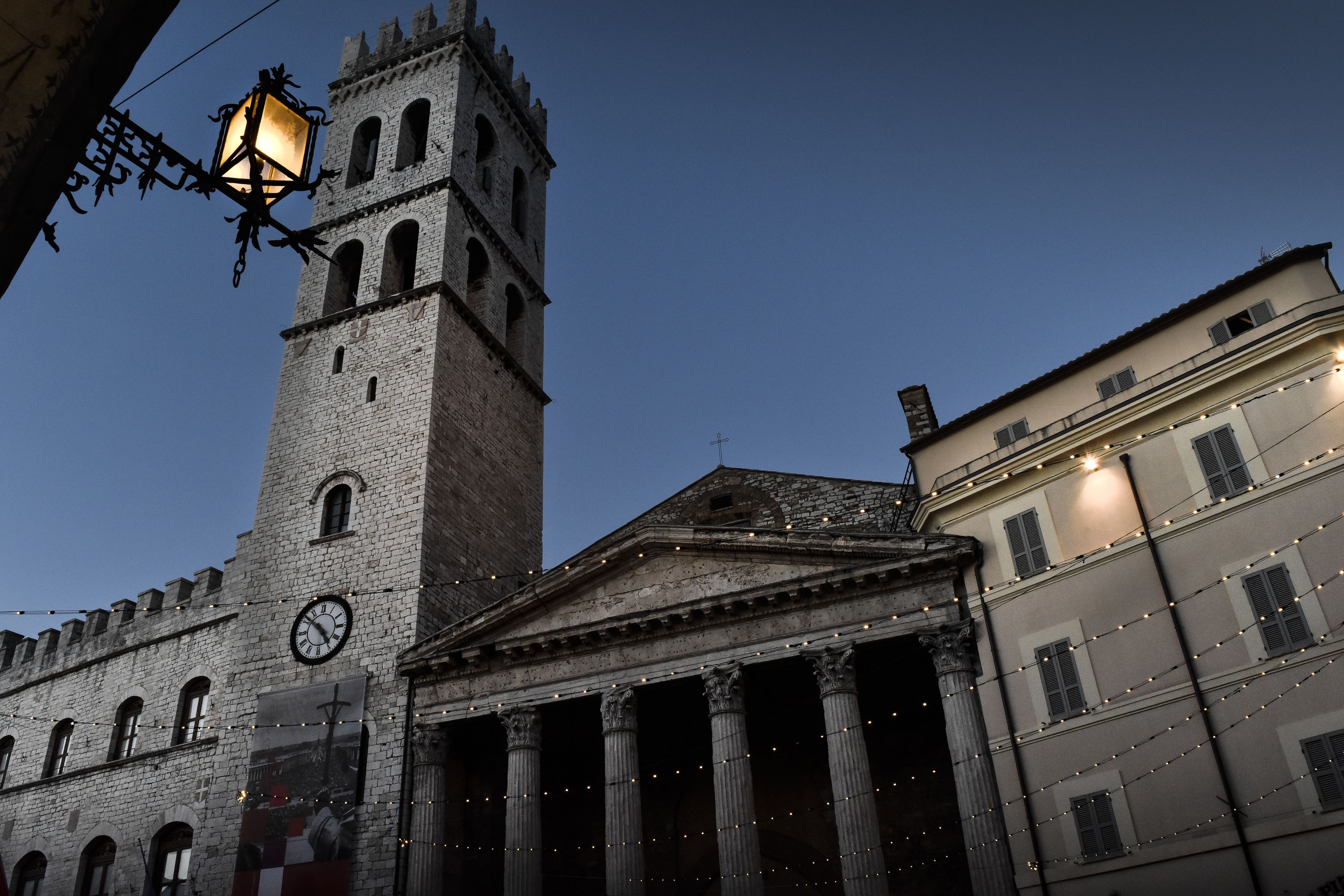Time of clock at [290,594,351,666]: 4:51
